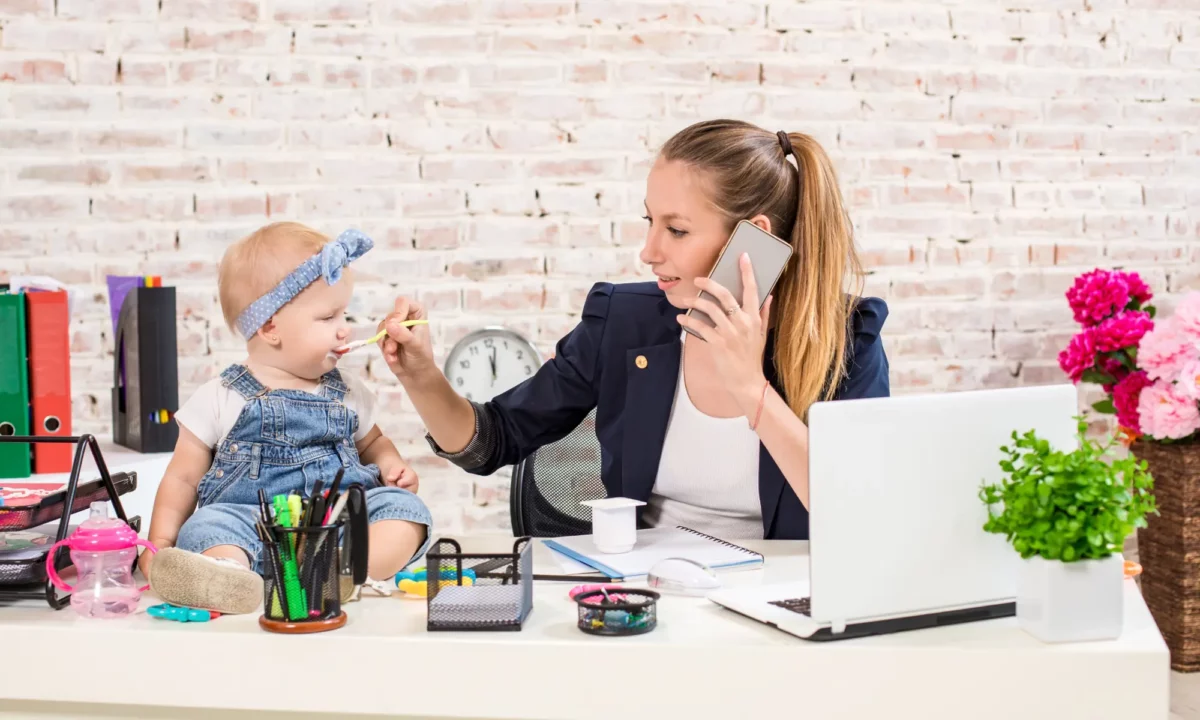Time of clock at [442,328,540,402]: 12:02
